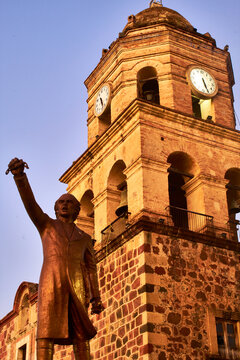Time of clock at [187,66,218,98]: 5:26
